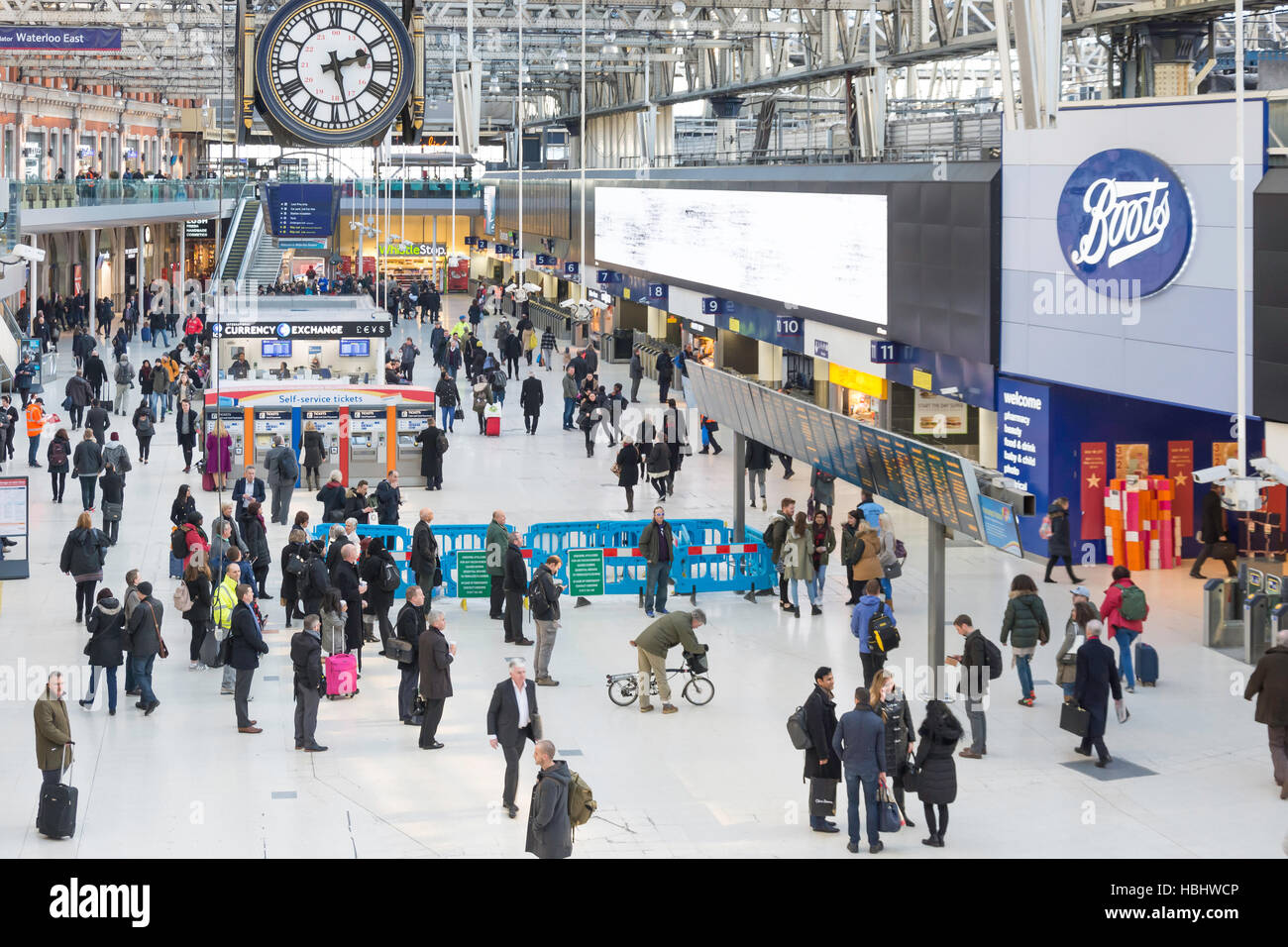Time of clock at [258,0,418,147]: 2:27
